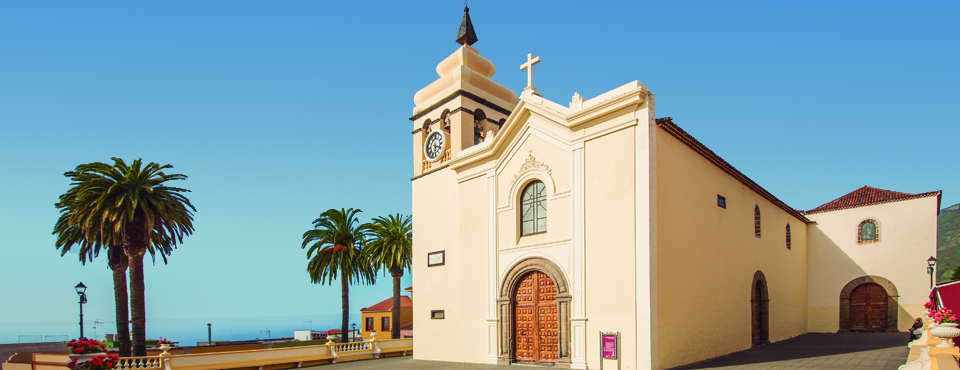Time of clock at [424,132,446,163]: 6:18
